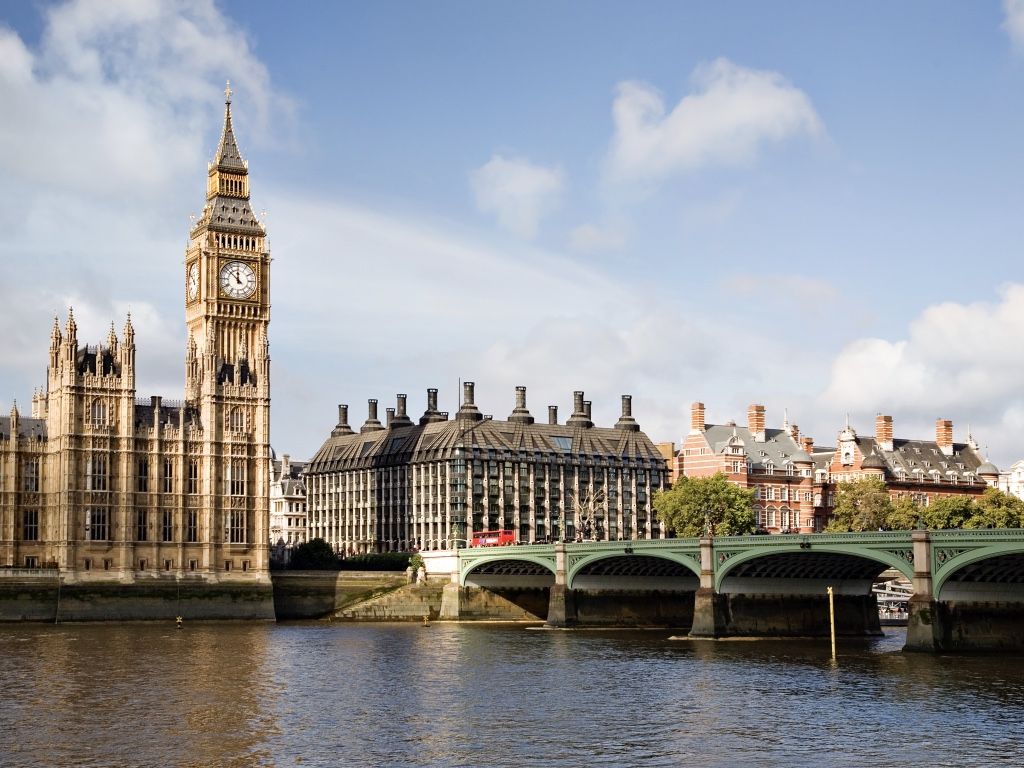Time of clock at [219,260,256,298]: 11:51
